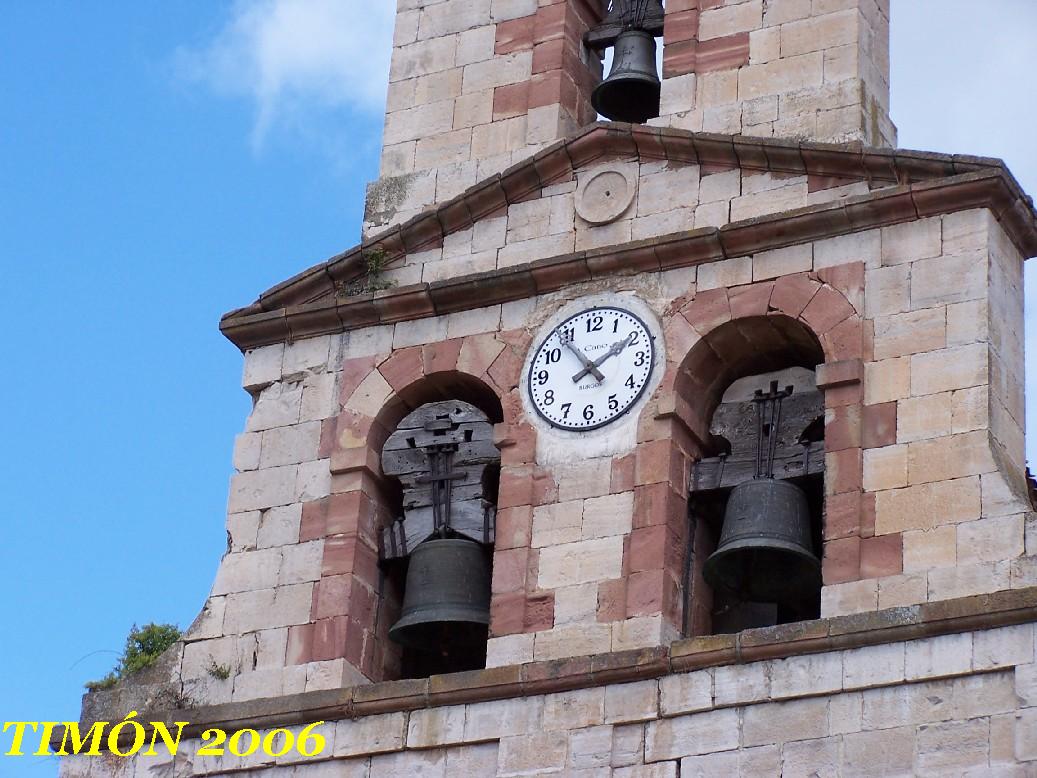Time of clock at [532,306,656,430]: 1:53
